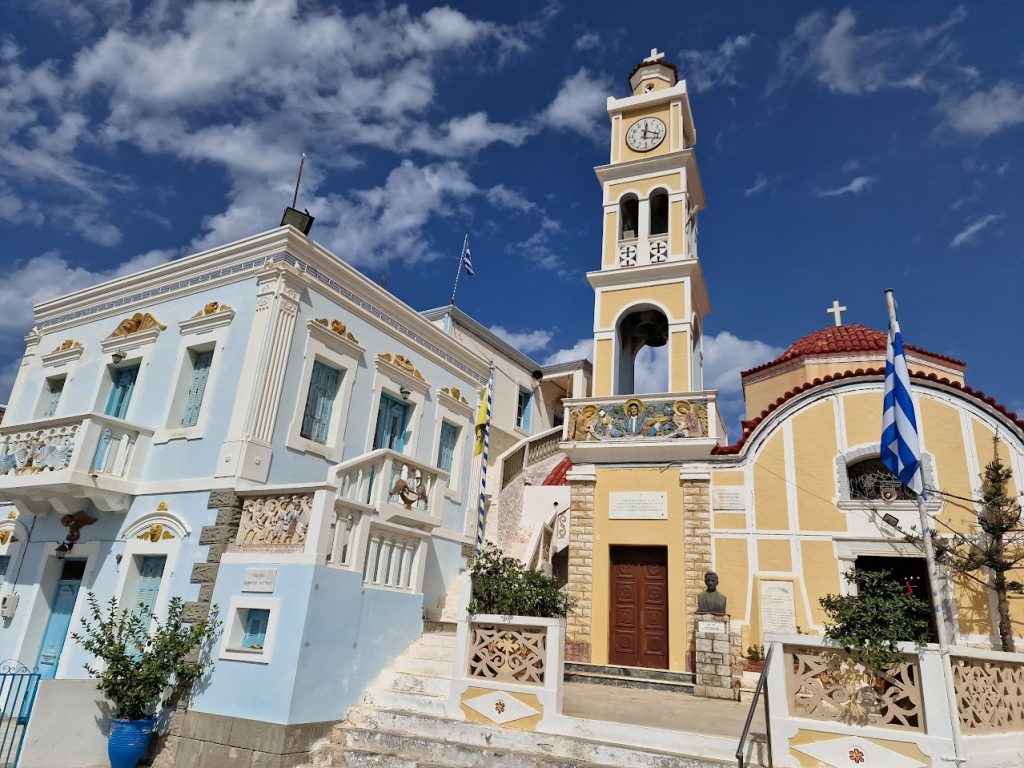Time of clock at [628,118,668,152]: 12:18
